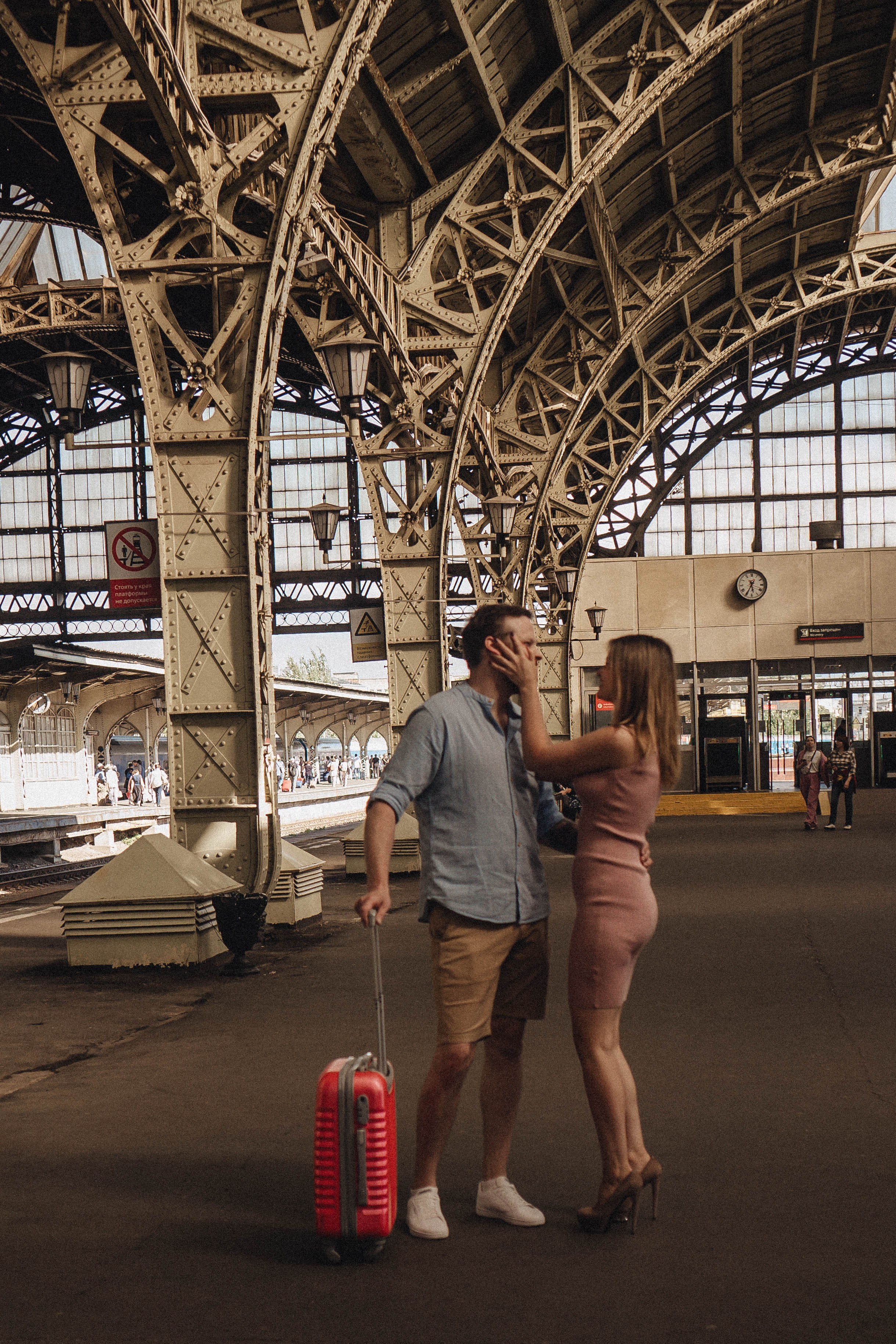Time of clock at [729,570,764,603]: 5:34
